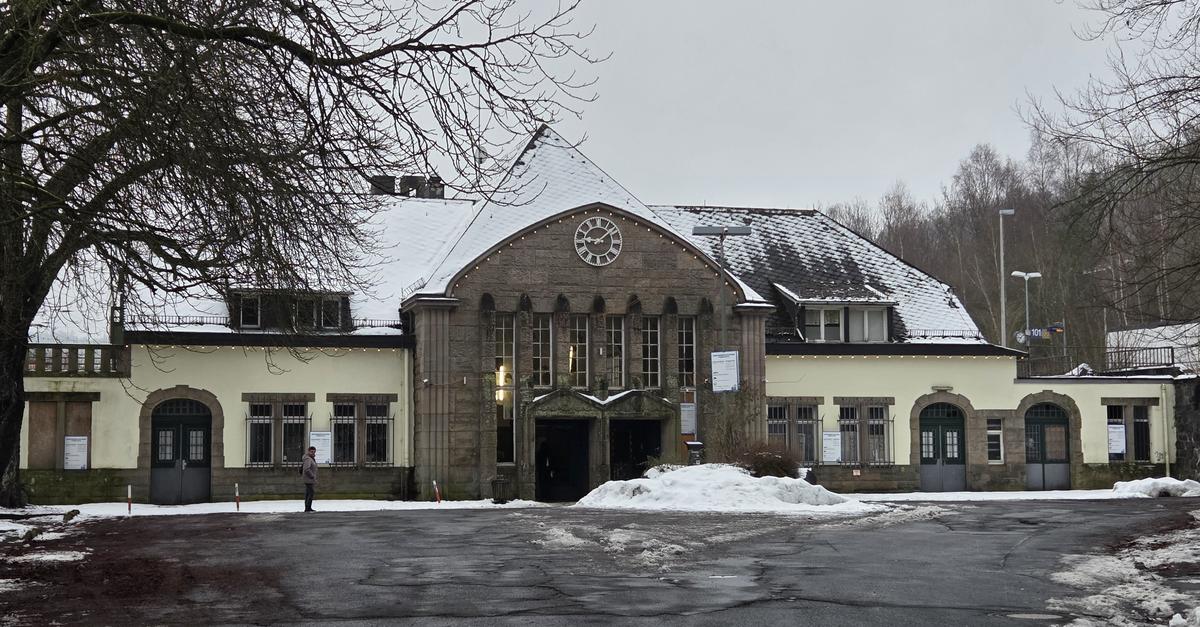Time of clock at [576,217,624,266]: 9:08
